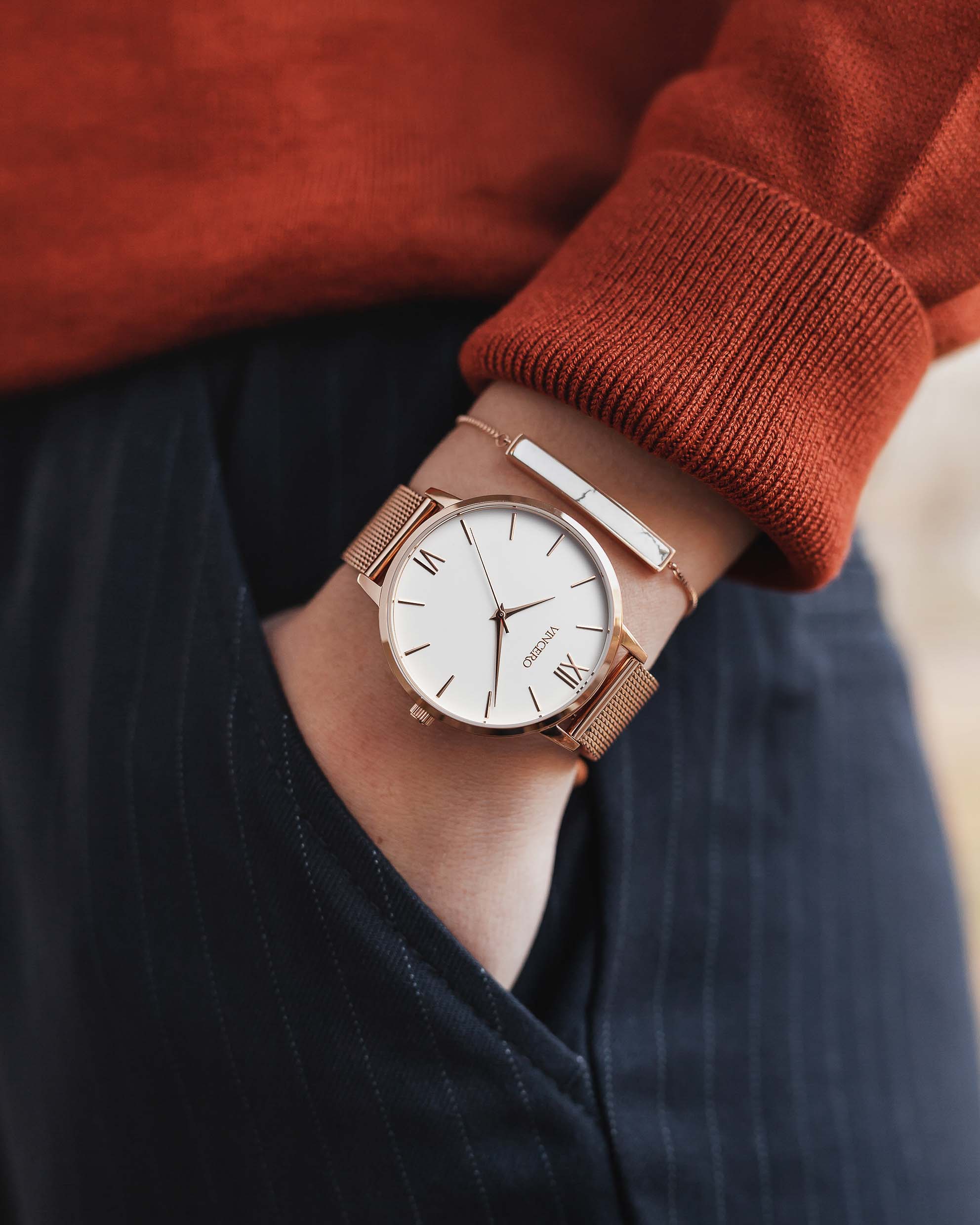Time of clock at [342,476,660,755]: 2:29
